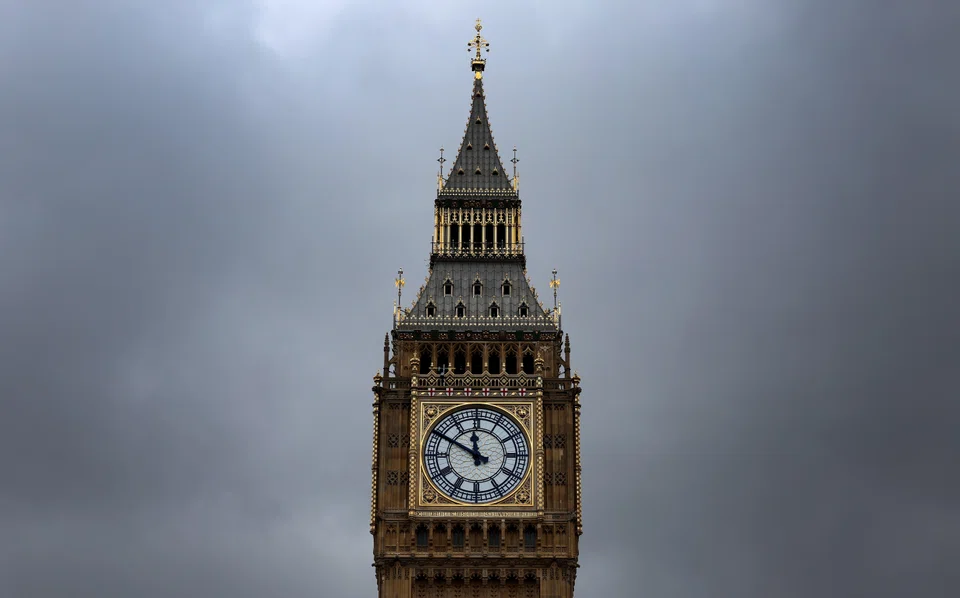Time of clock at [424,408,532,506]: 11:49
